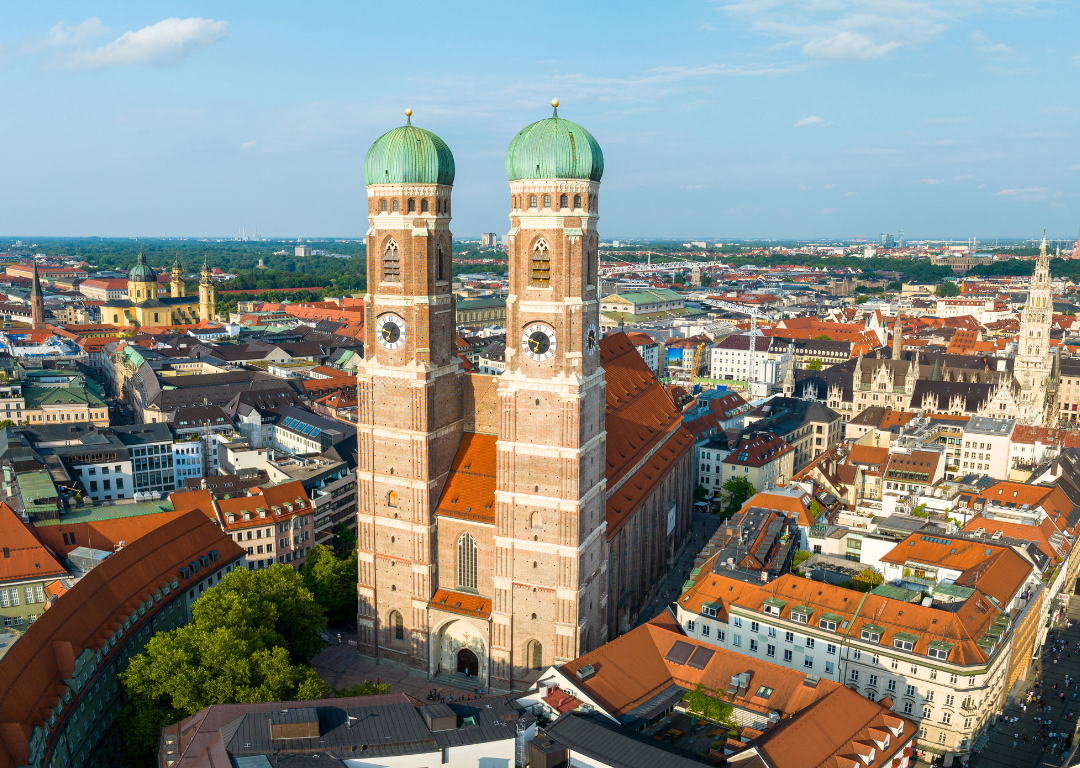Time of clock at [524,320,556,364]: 6:47
